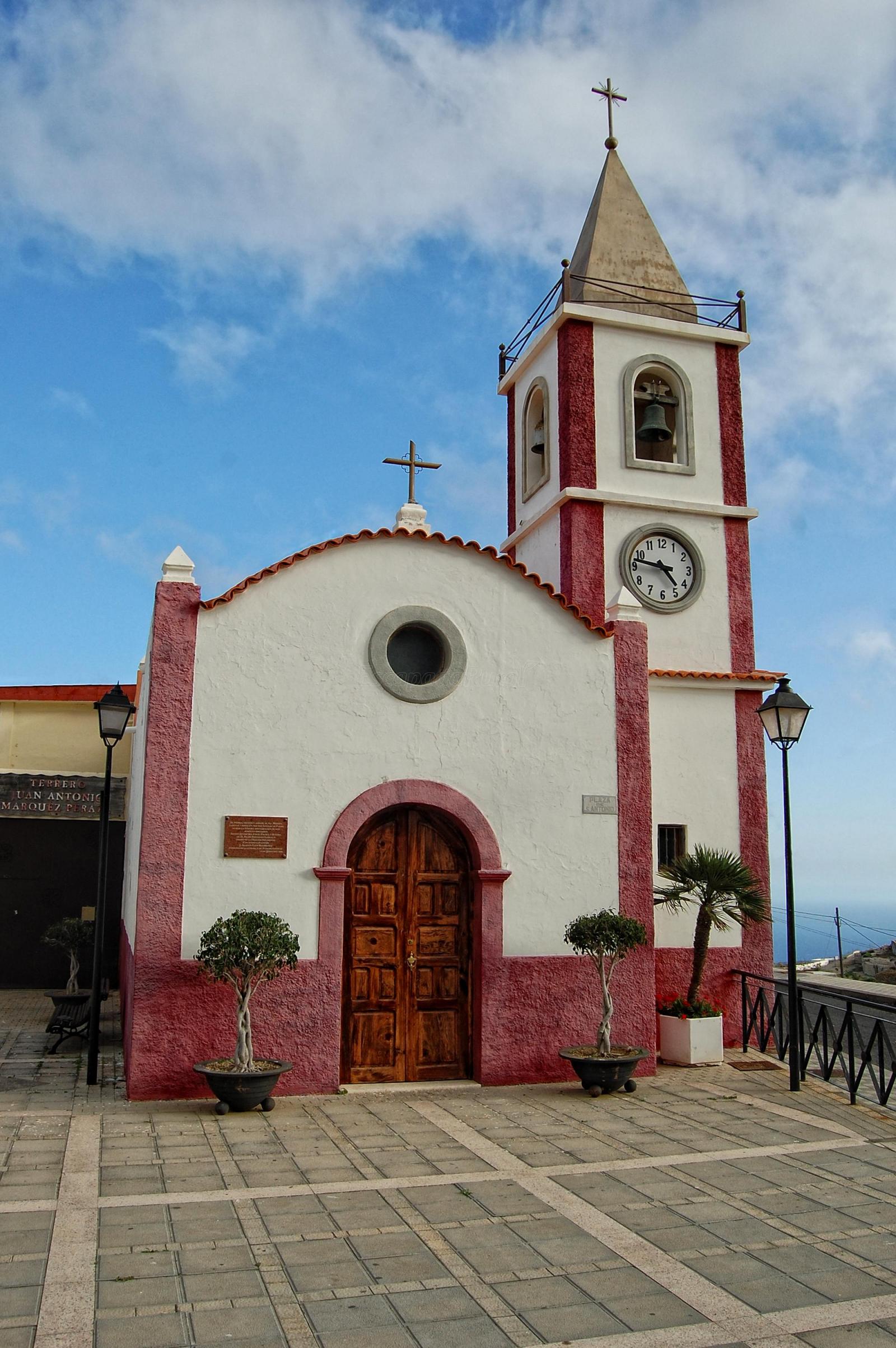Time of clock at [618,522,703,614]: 4:46
